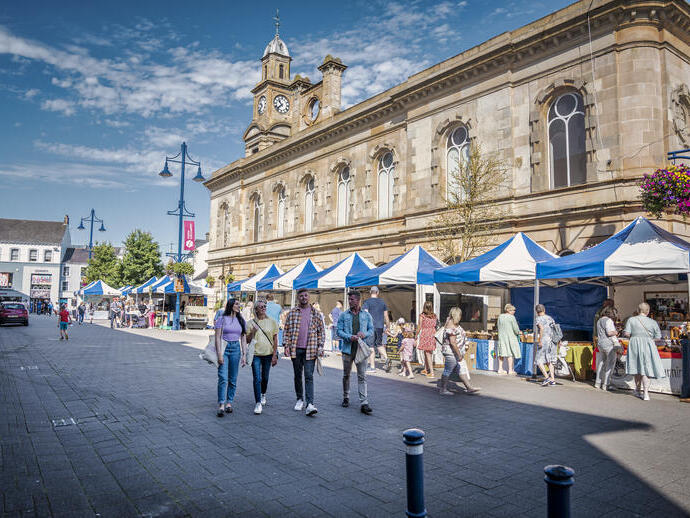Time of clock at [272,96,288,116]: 10:37
